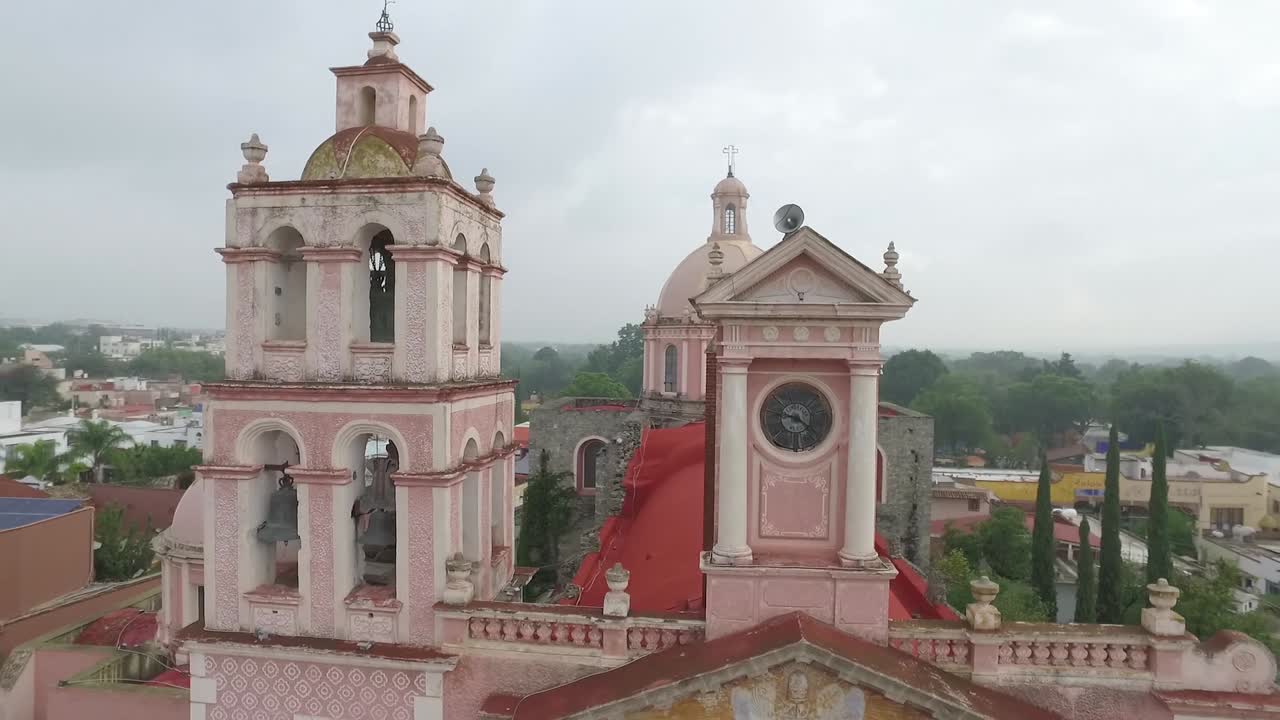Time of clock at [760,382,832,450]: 9:20
